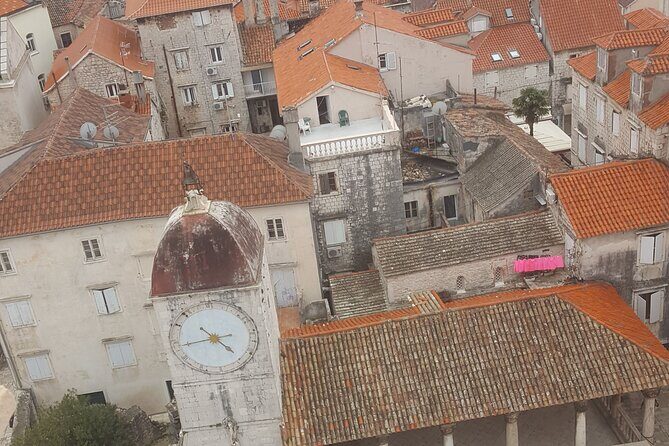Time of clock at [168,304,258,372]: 4:44
